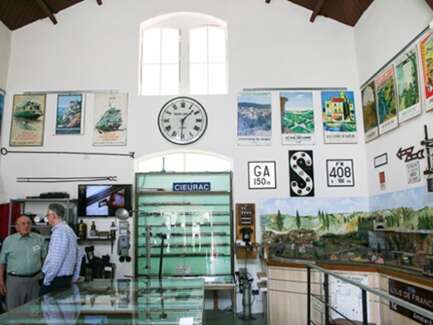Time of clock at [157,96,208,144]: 1:30
